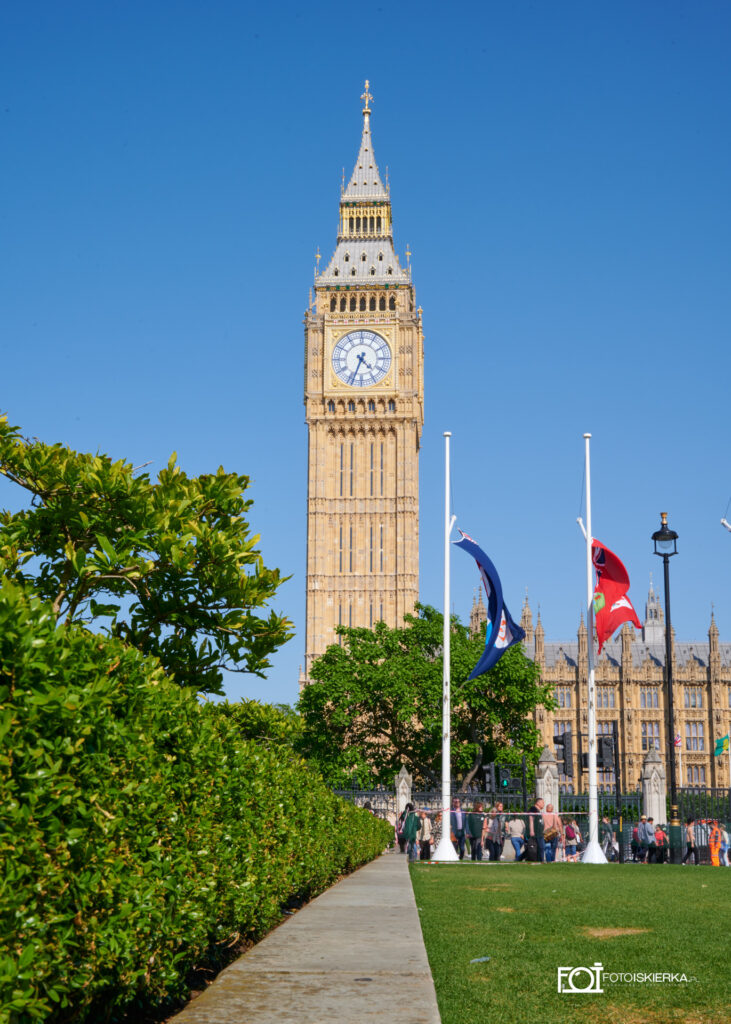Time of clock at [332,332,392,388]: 4:33
